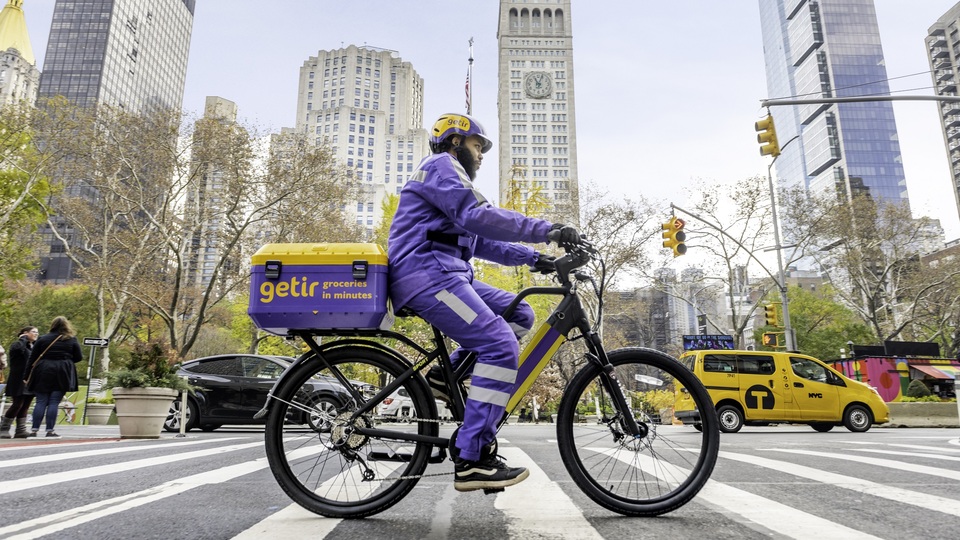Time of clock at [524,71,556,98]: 11:03
